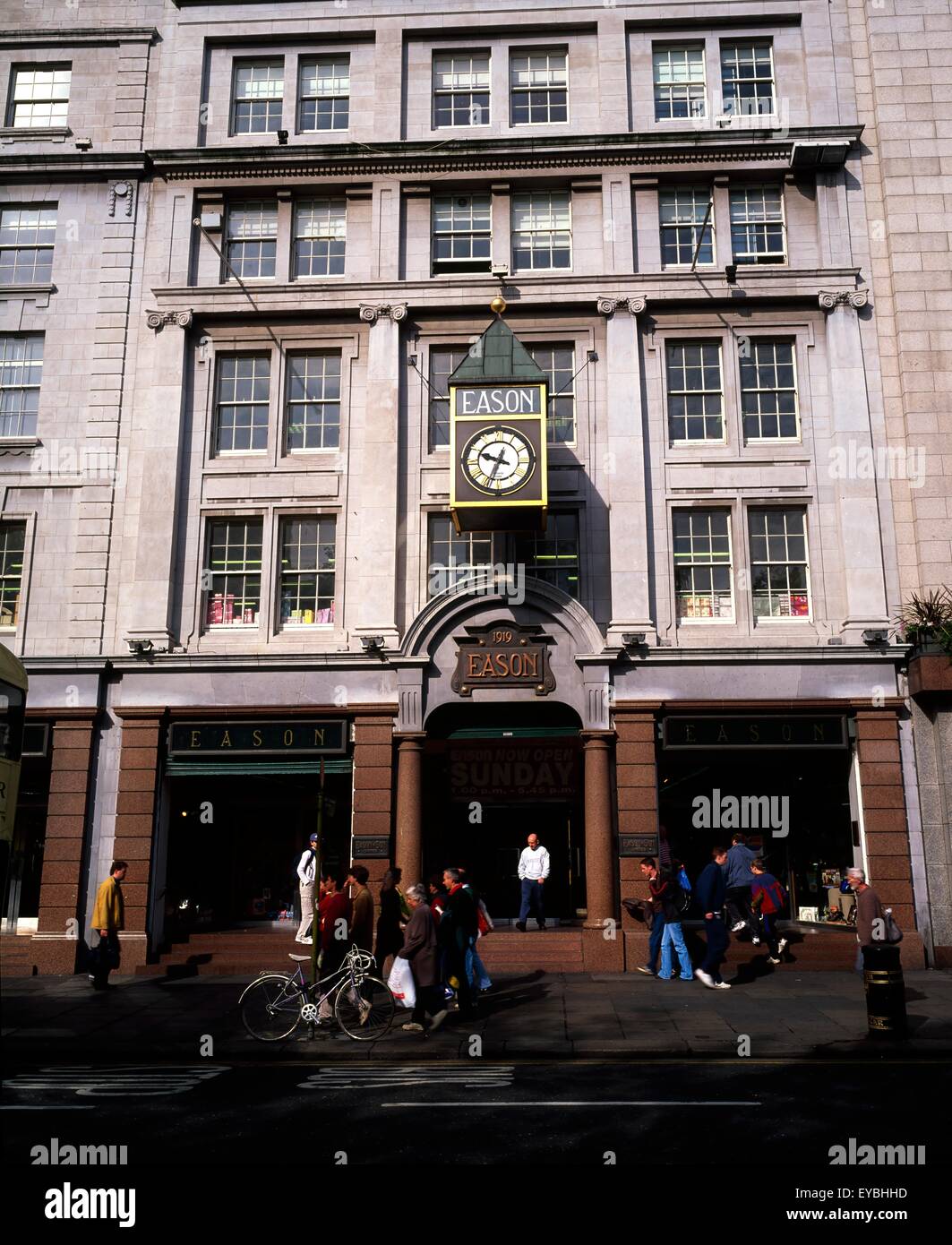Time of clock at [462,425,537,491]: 9:34
